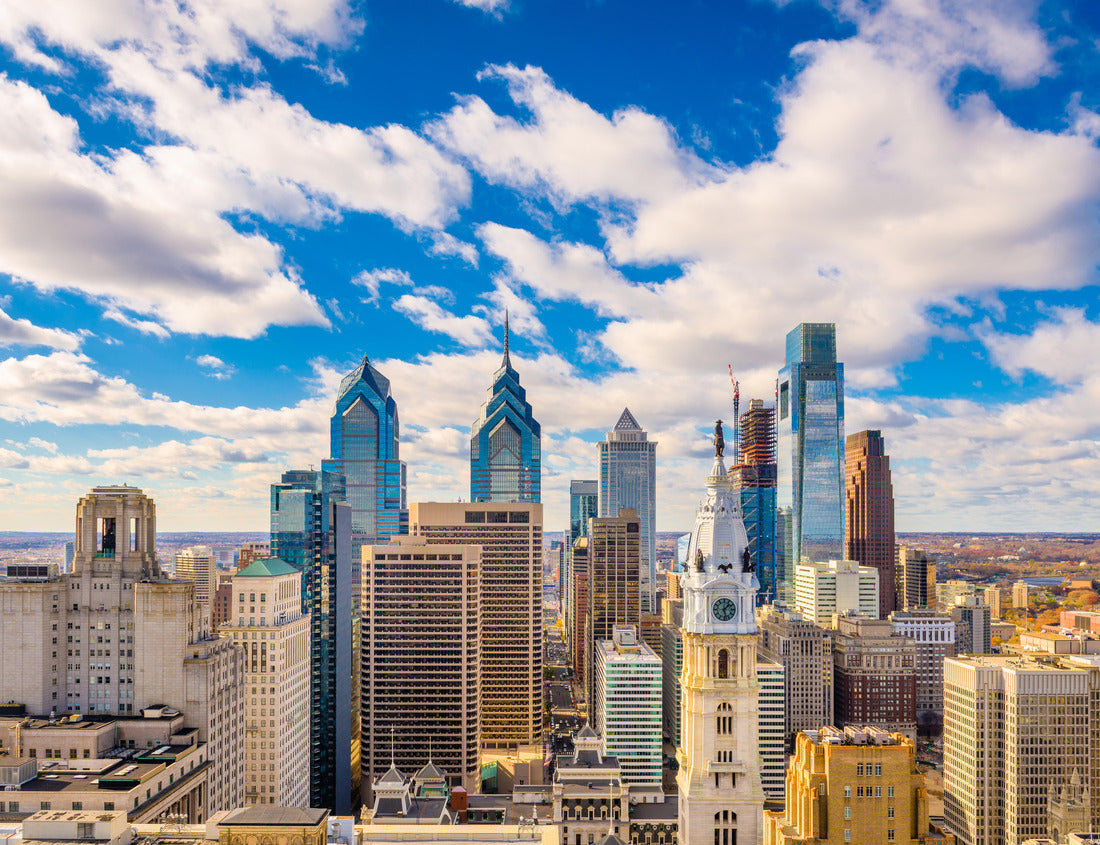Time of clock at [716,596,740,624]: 1:28
